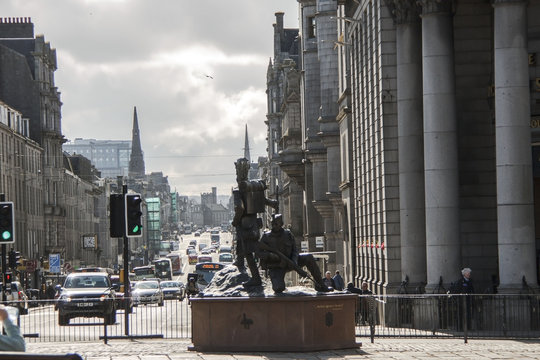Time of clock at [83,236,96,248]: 4:04
